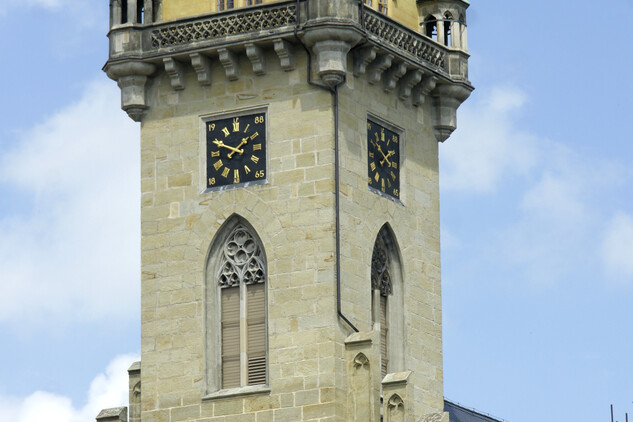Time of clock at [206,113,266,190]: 1:49
